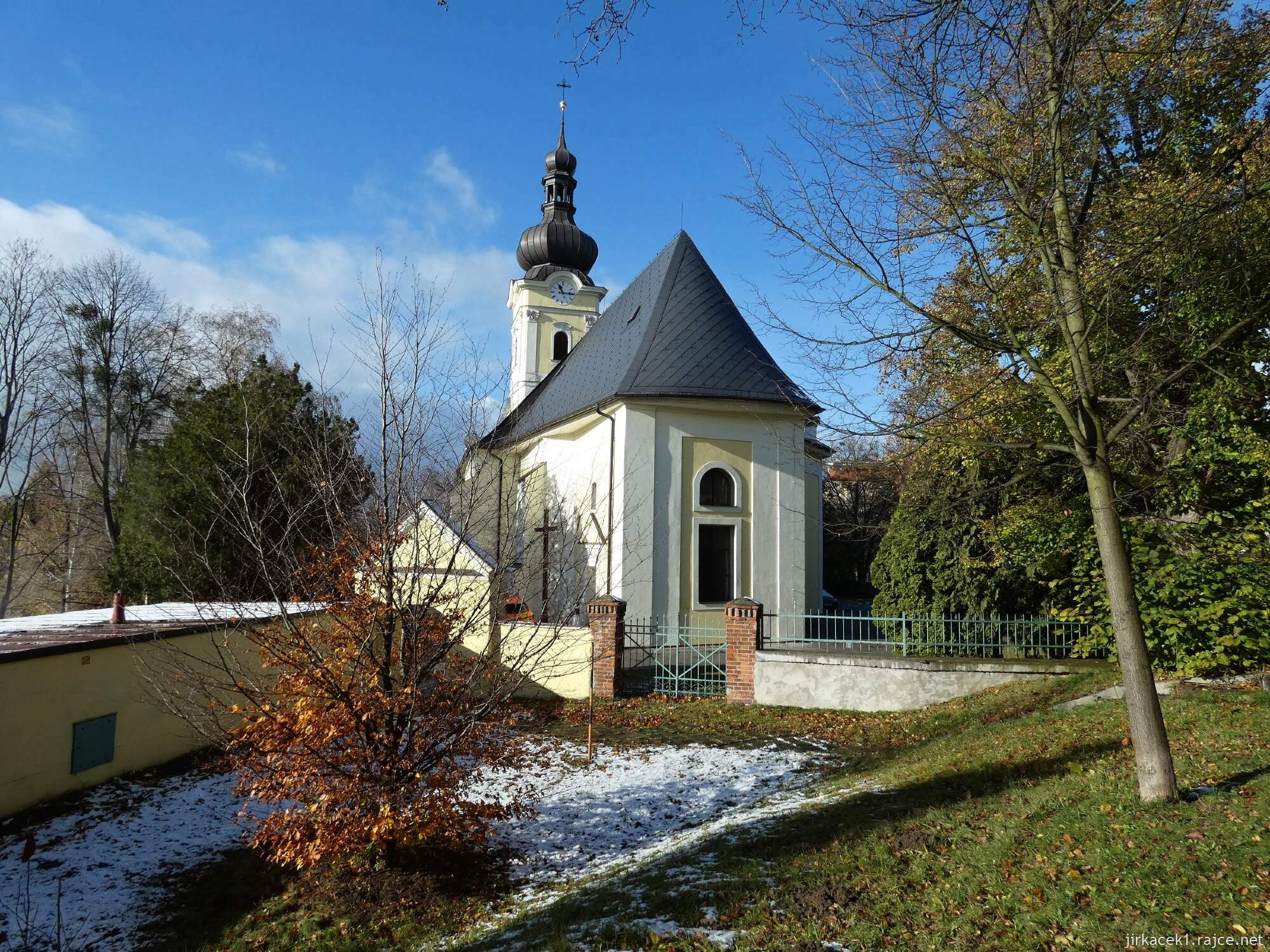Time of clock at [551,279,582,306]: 11:14
